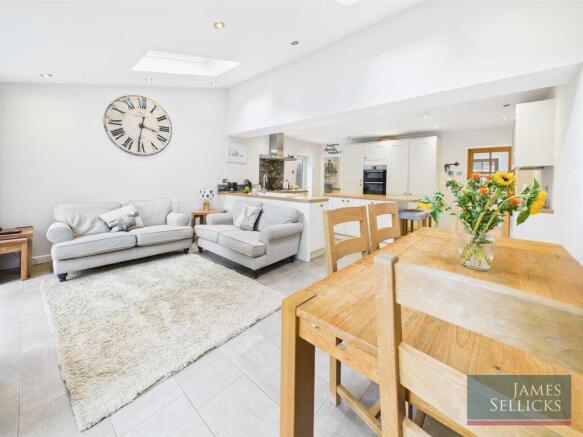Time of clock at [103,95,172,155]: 3:31
